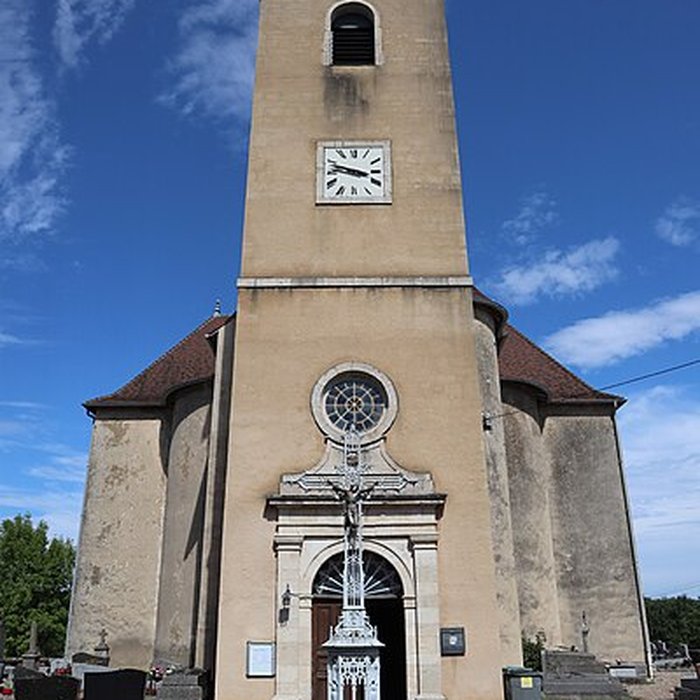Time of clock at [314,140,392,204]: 3:47
